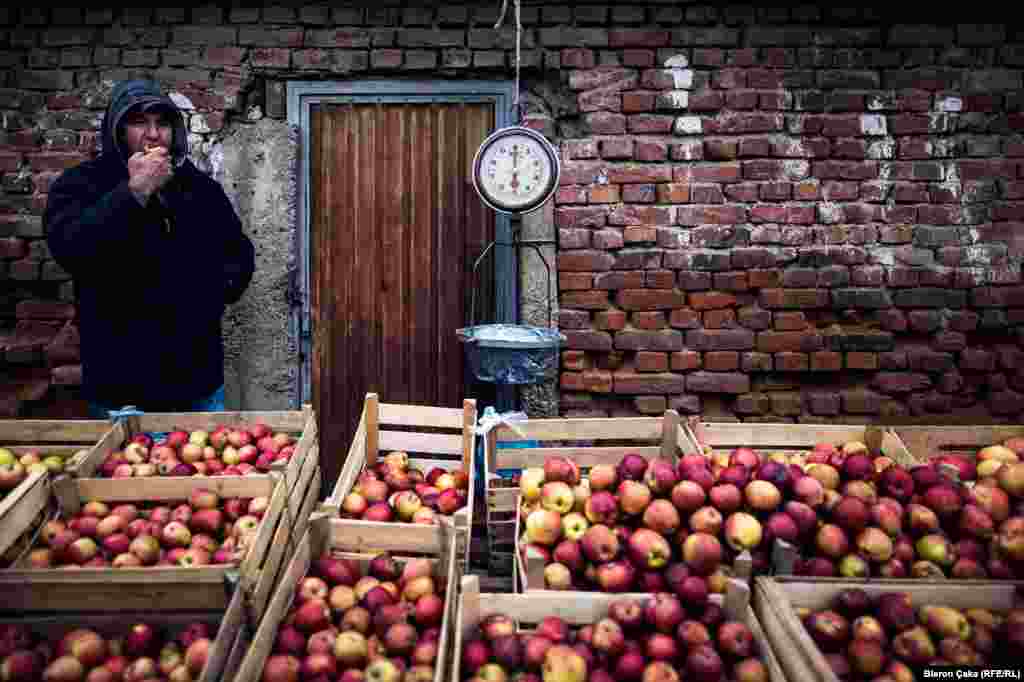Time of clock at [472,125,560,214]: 6:00
